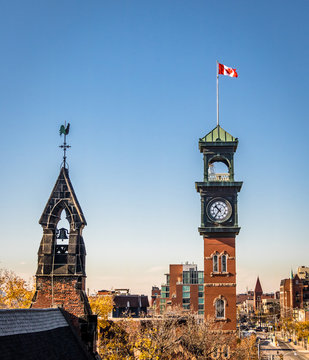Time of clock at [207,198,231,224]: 10:36
